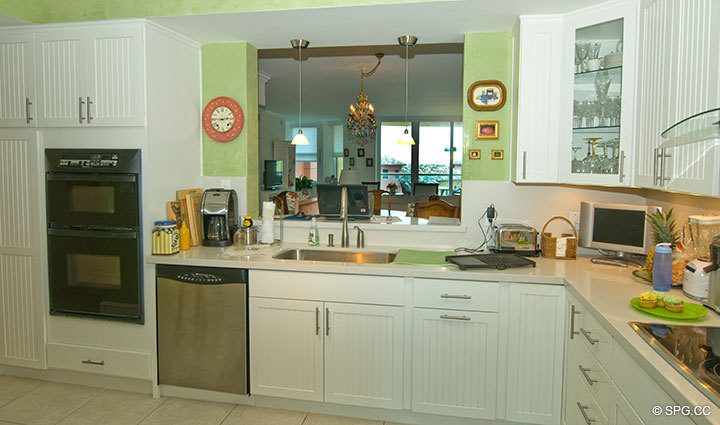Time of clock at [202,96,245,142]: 2:45
